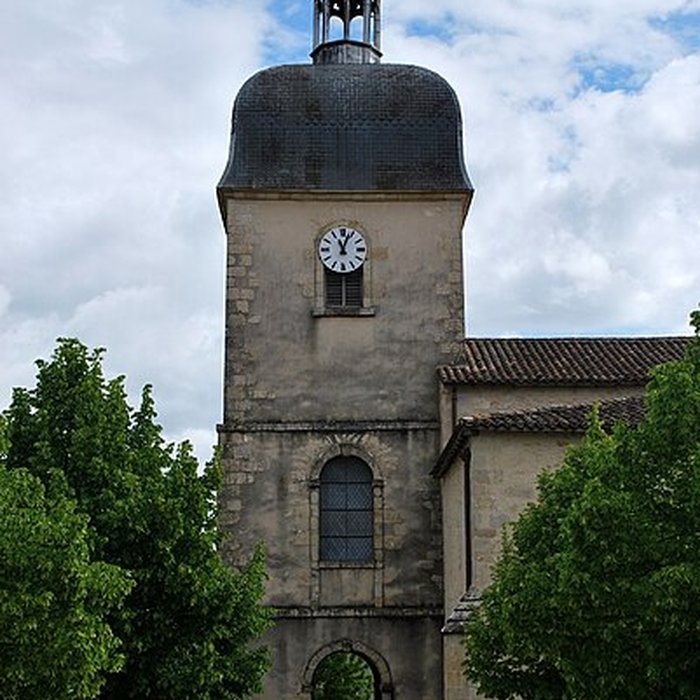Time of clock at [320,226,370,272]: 11:03
